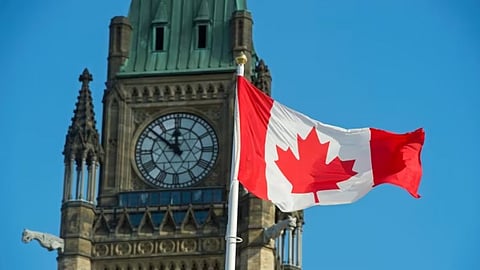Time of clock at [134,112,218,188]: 11:51
